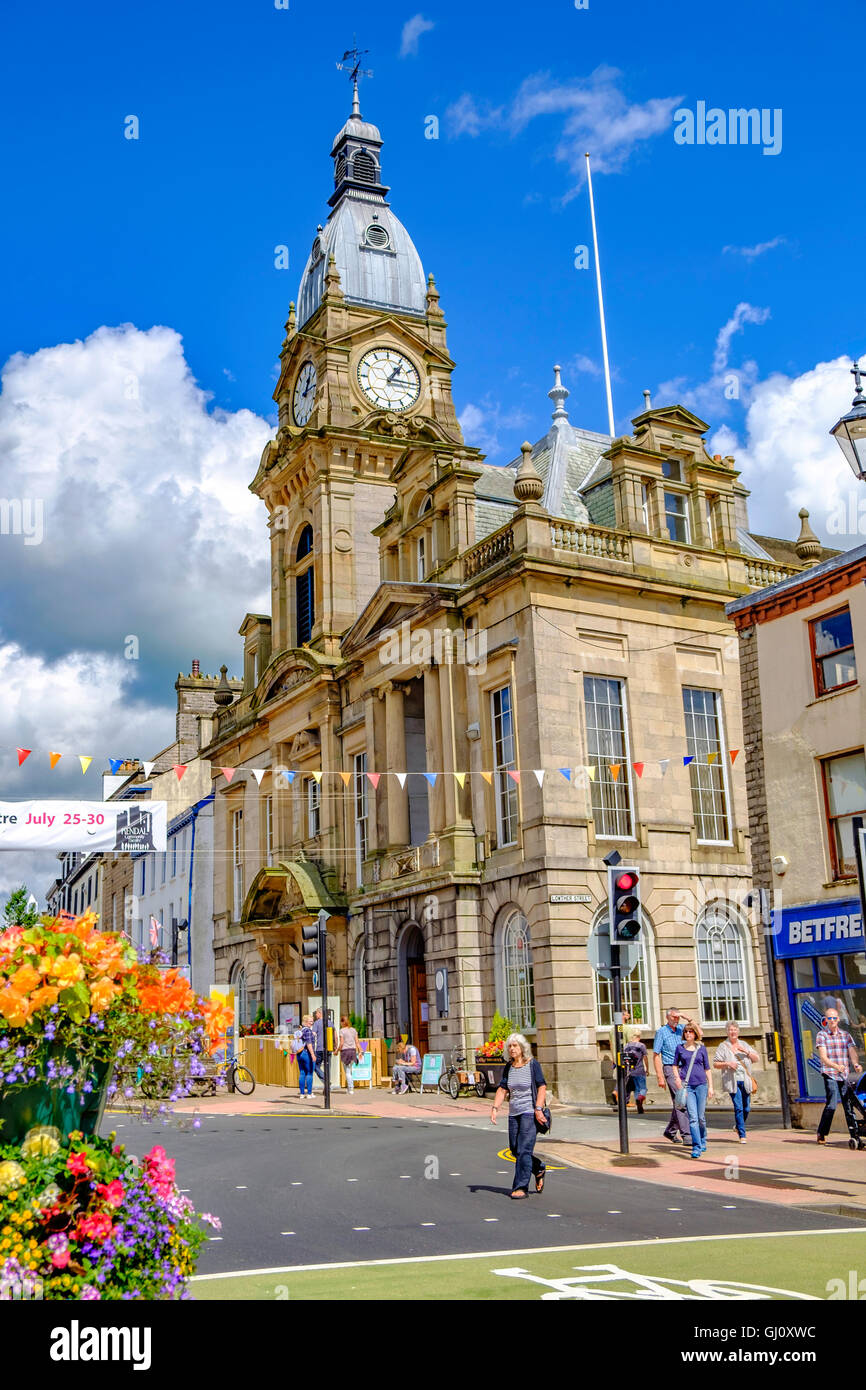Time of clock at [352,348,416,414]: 1:15
